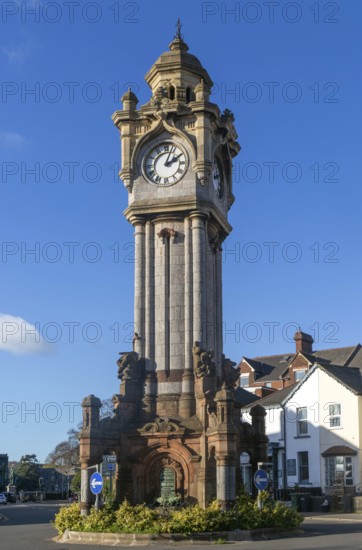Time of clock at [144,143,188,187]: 2:03
